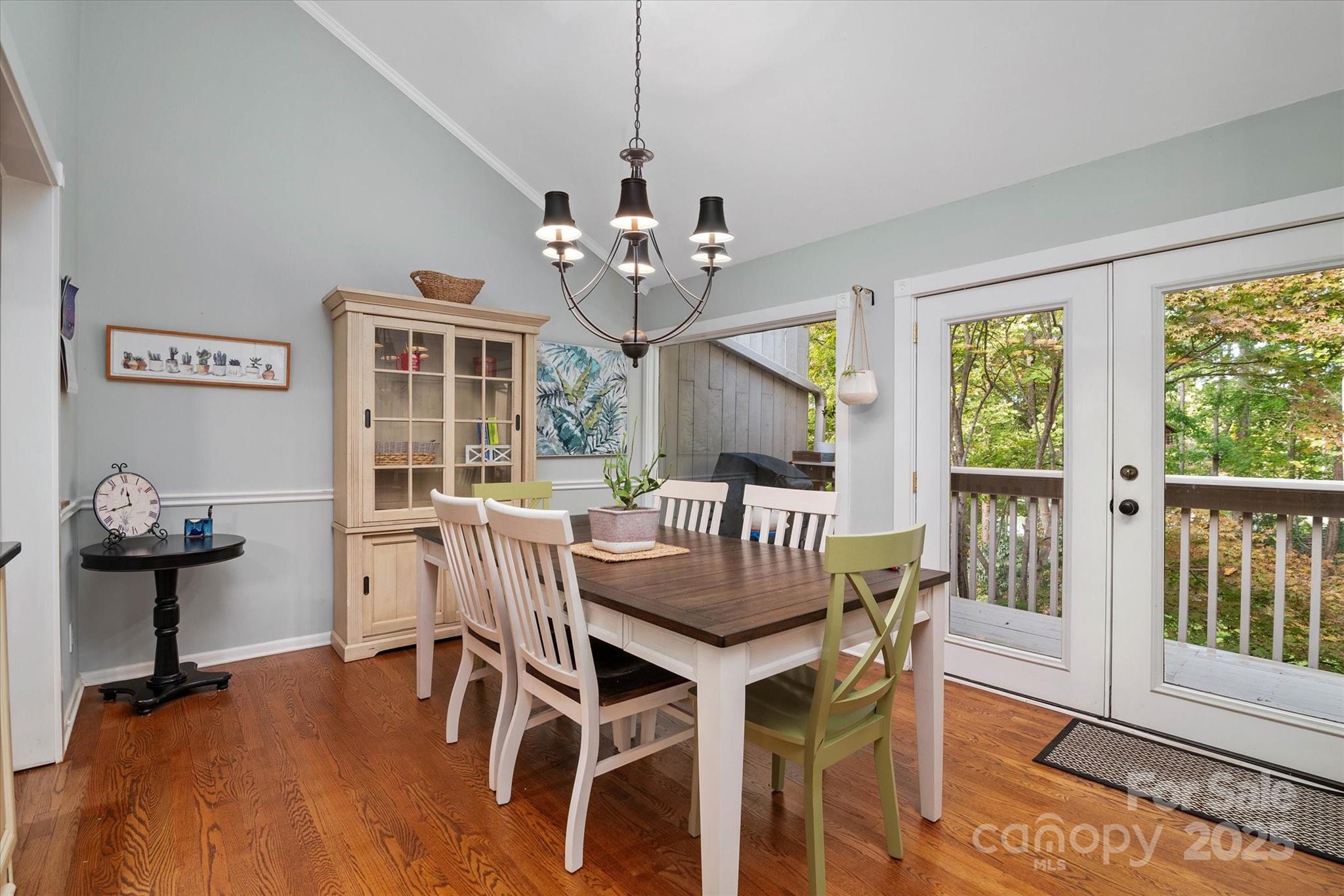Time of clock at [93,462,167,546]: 11:43
